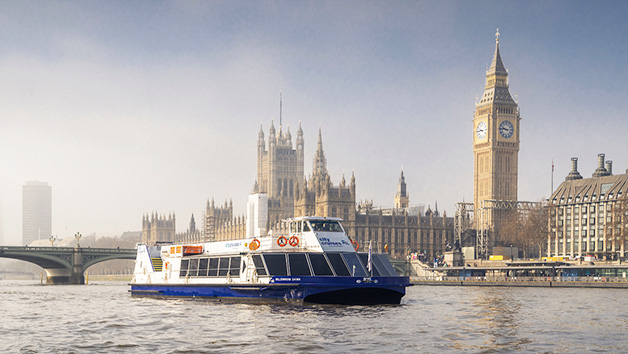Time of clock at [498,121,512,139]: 9:45
